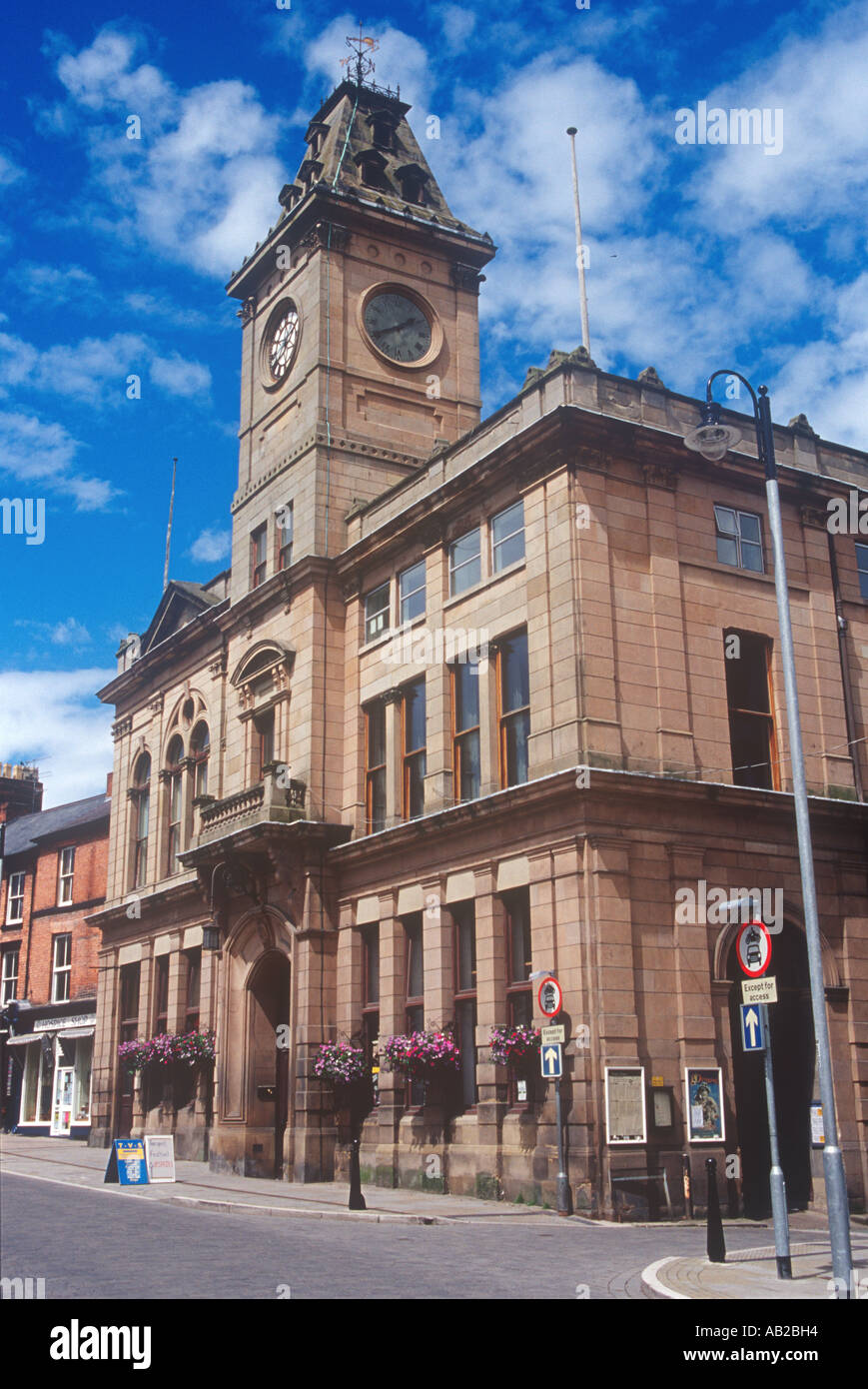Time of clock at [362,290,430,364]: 1:40
